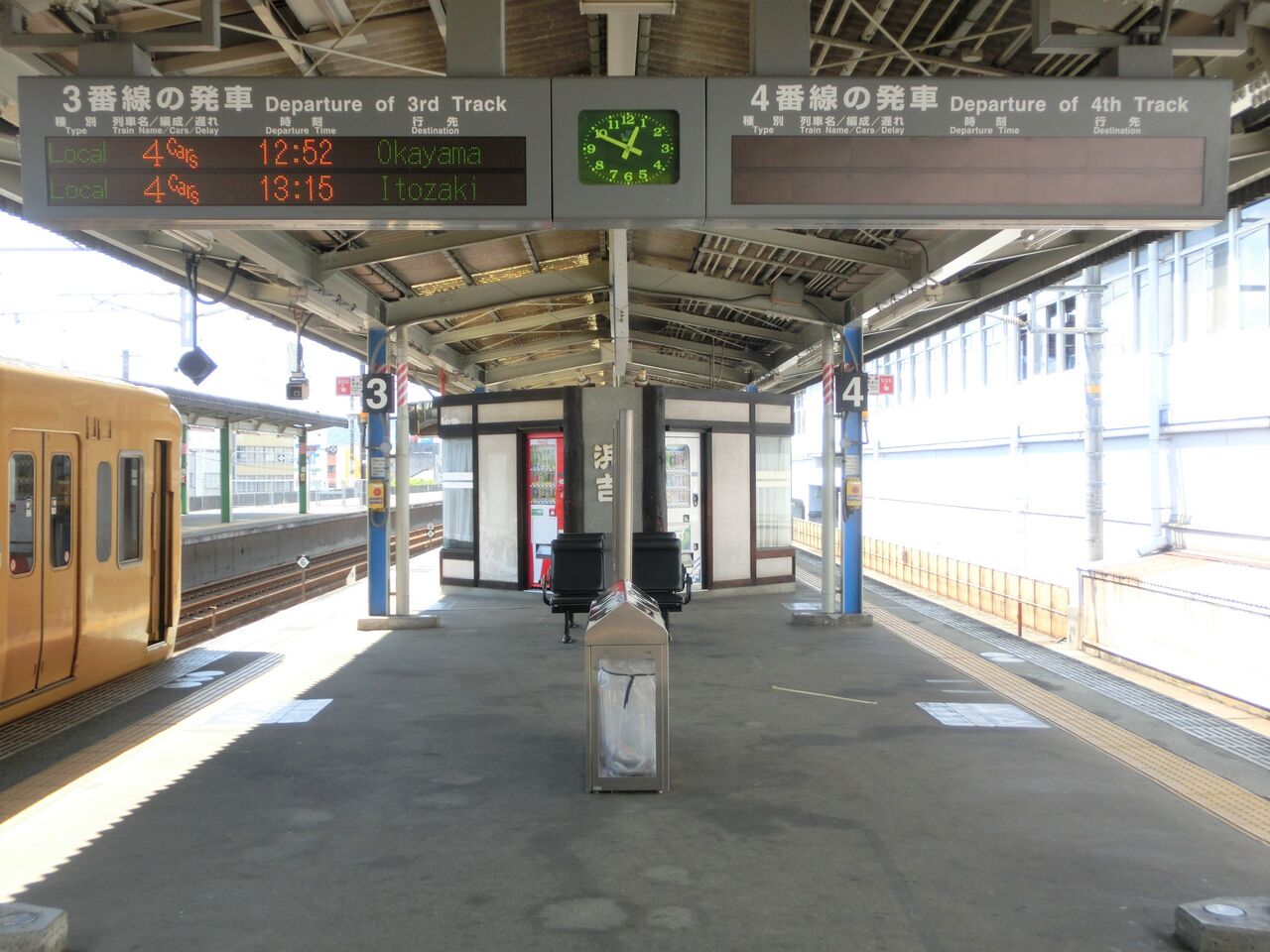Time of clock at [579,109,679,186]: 12:49
